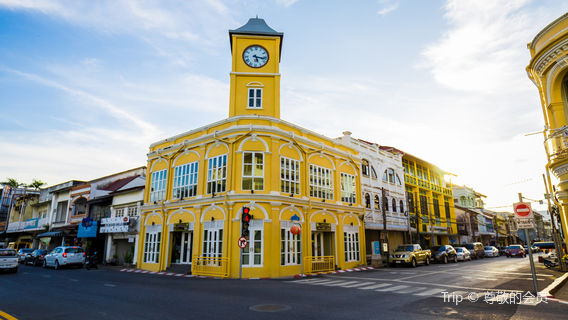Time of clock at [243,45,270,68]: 5:16
